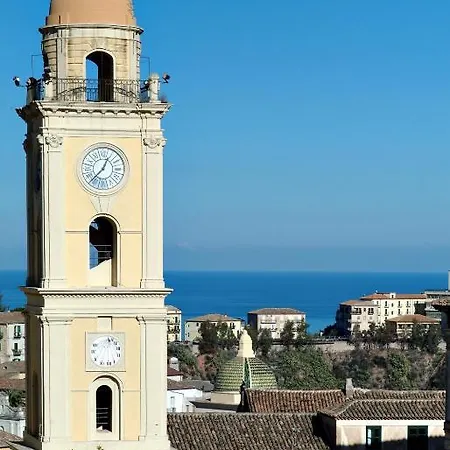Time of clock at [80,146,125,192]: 12:37
